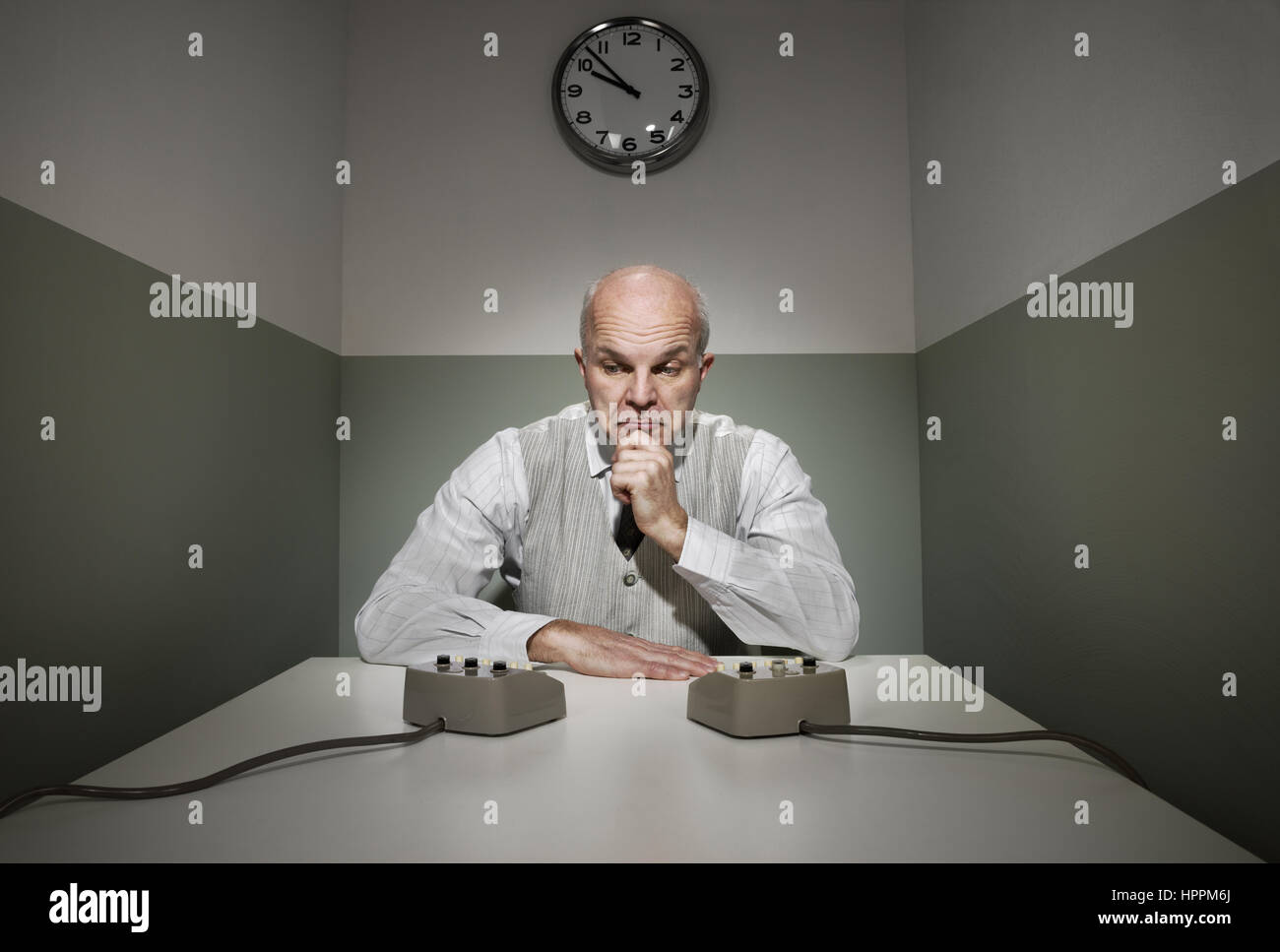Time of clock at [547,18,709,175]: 9:52
